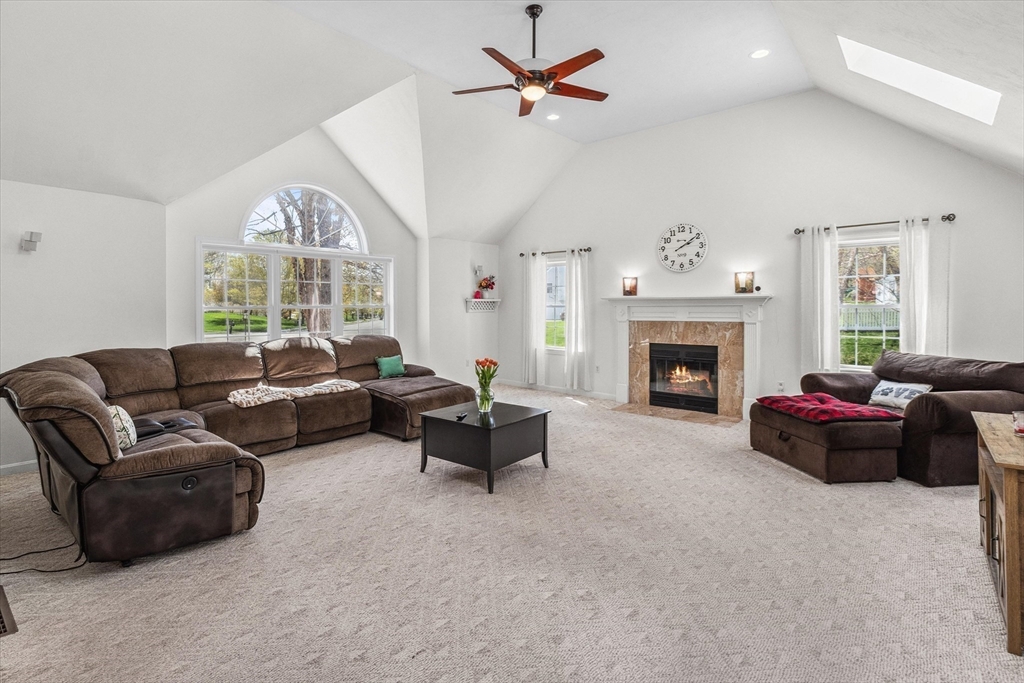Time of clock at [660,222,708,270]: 2:09
